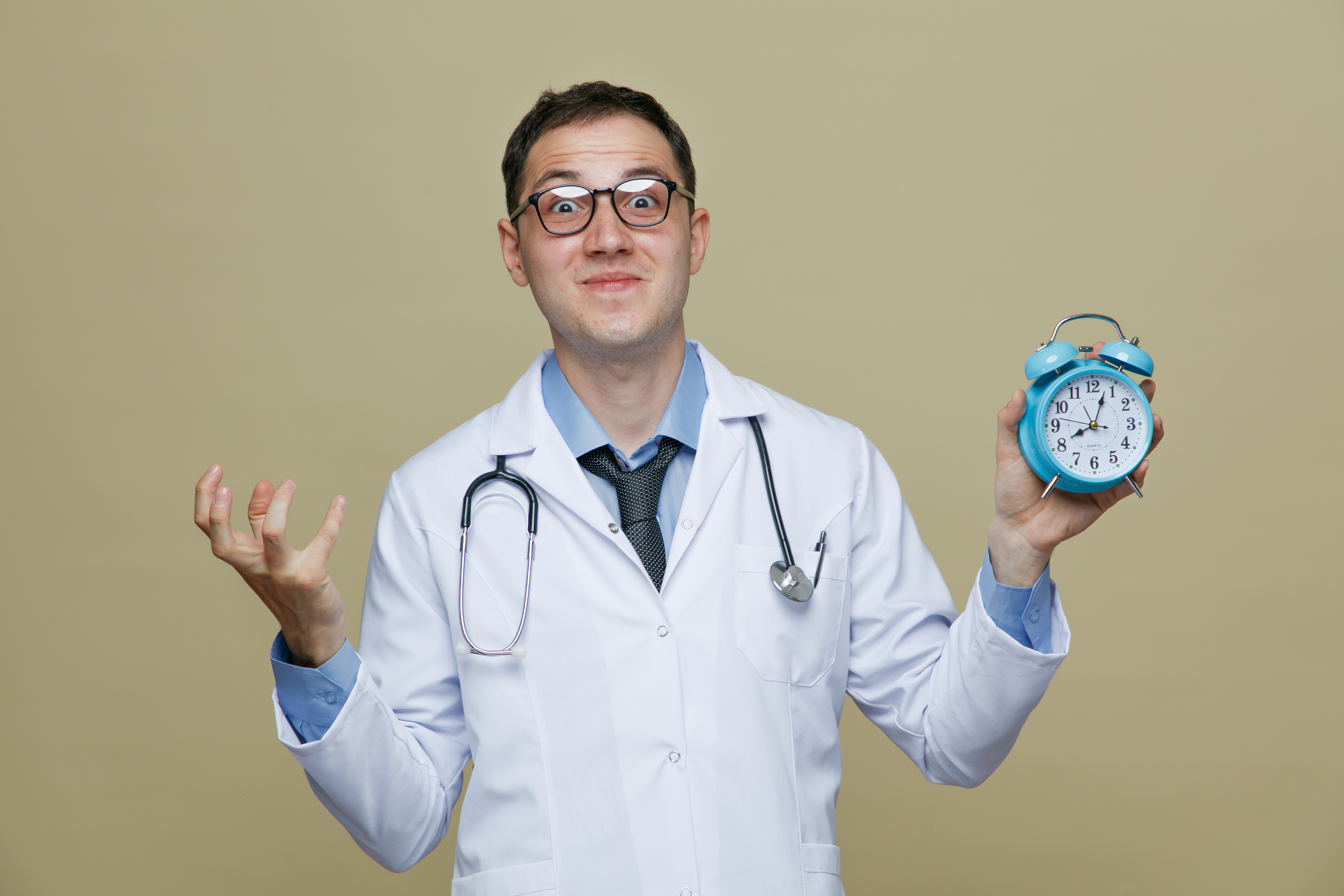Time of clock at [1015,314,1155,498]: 8:03
